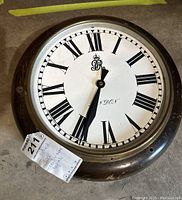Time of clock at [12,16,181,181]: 6:34
